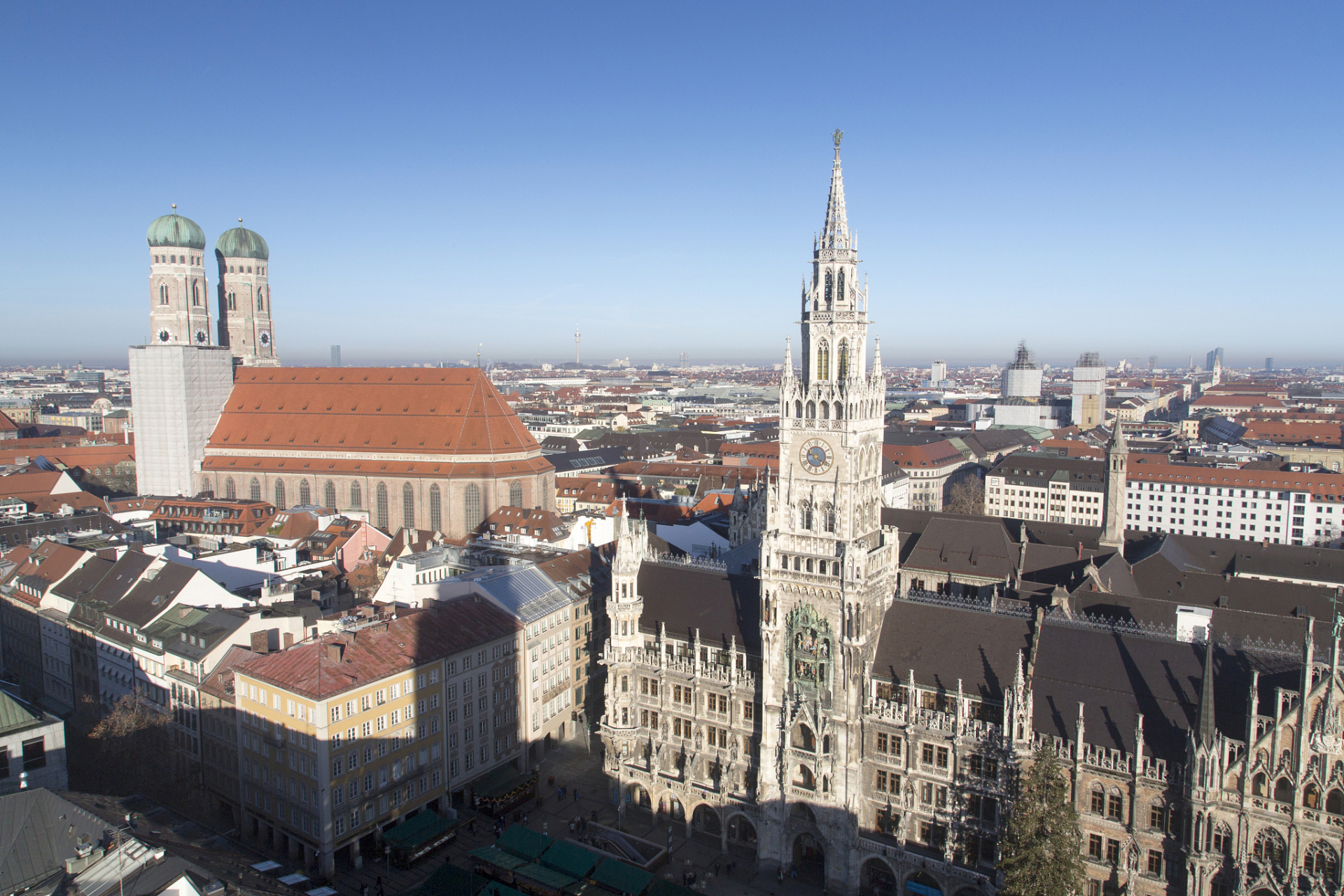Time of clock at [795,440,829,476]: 9:20
